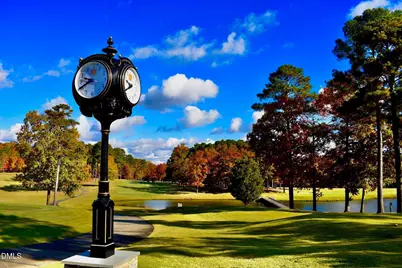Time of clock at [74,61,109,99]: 9:40
